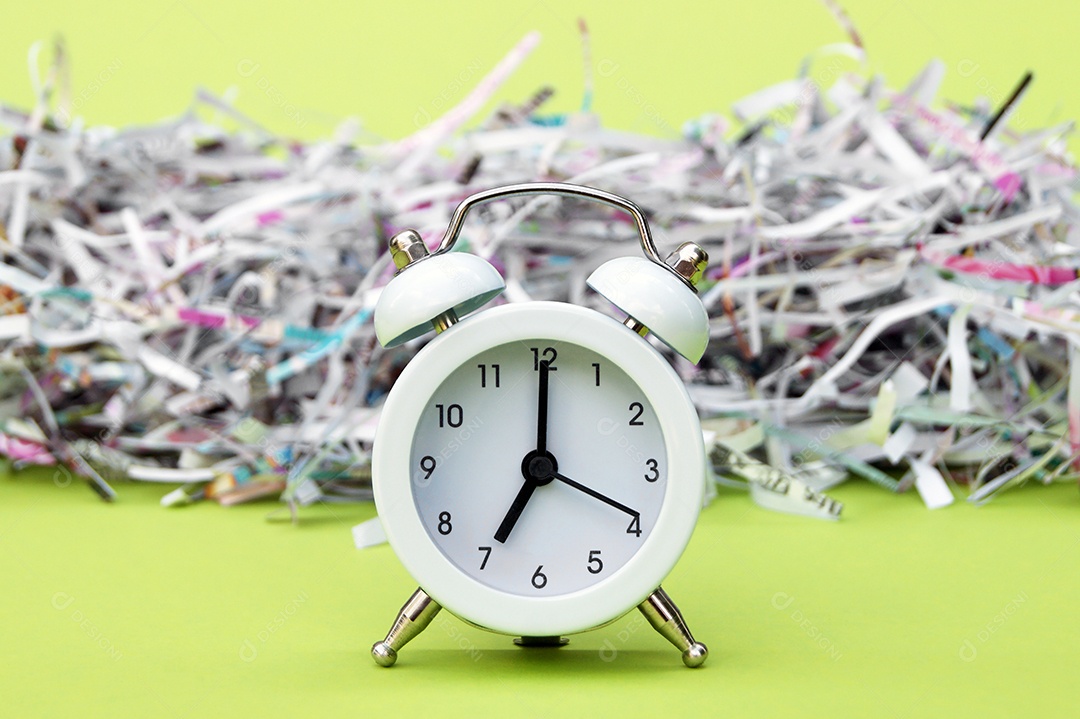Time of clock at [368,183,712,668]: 7:00
